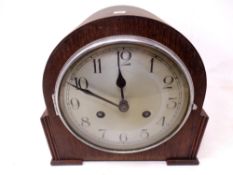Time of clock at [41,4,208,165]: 11:49
